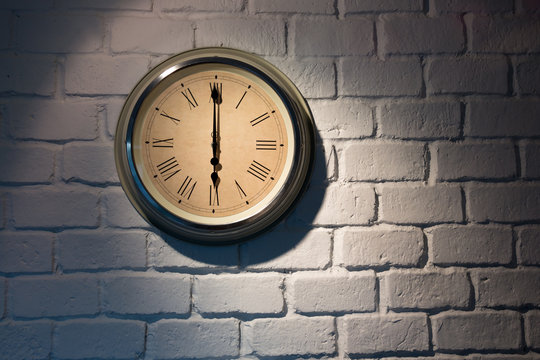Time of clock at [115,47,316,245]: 5:59
